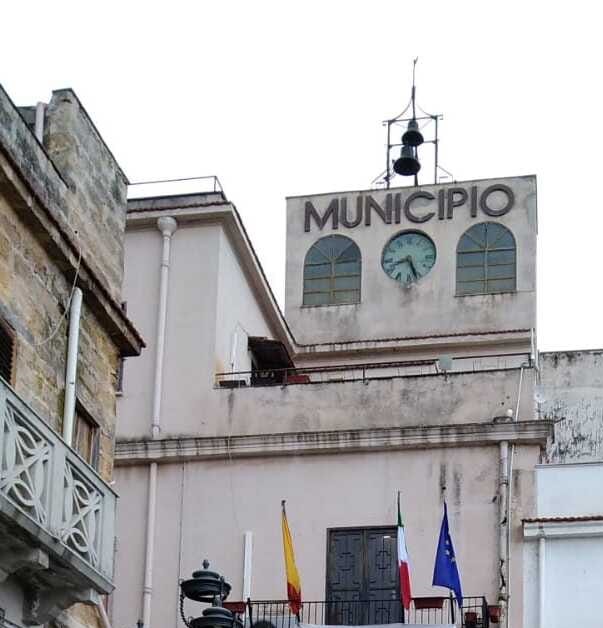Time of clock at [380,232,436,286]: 8:26
